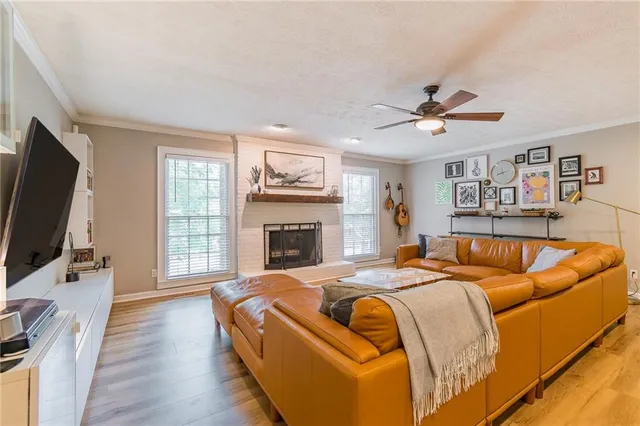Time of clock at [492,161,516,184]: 8:12
